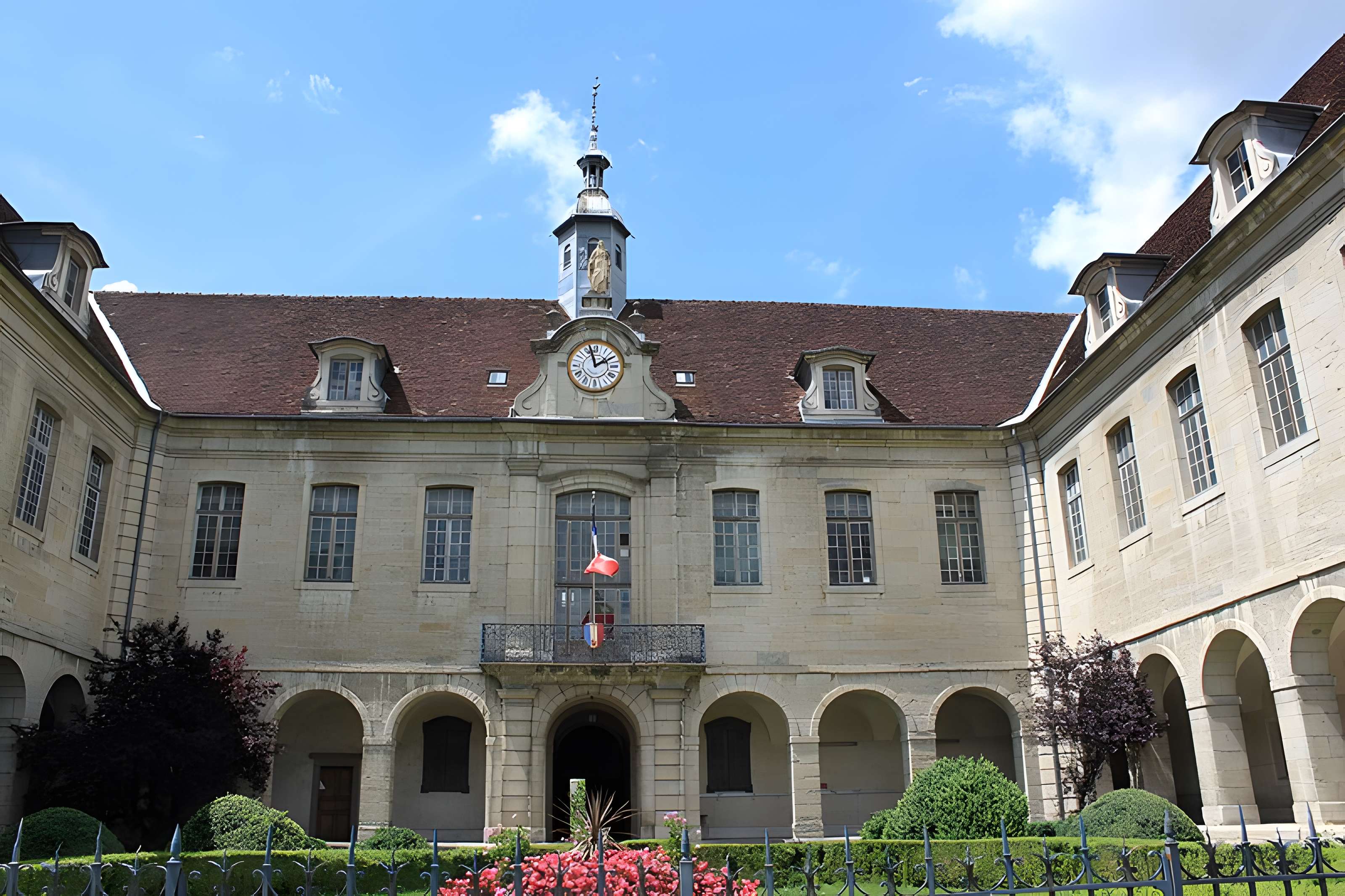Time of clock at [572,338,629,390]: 1:57
